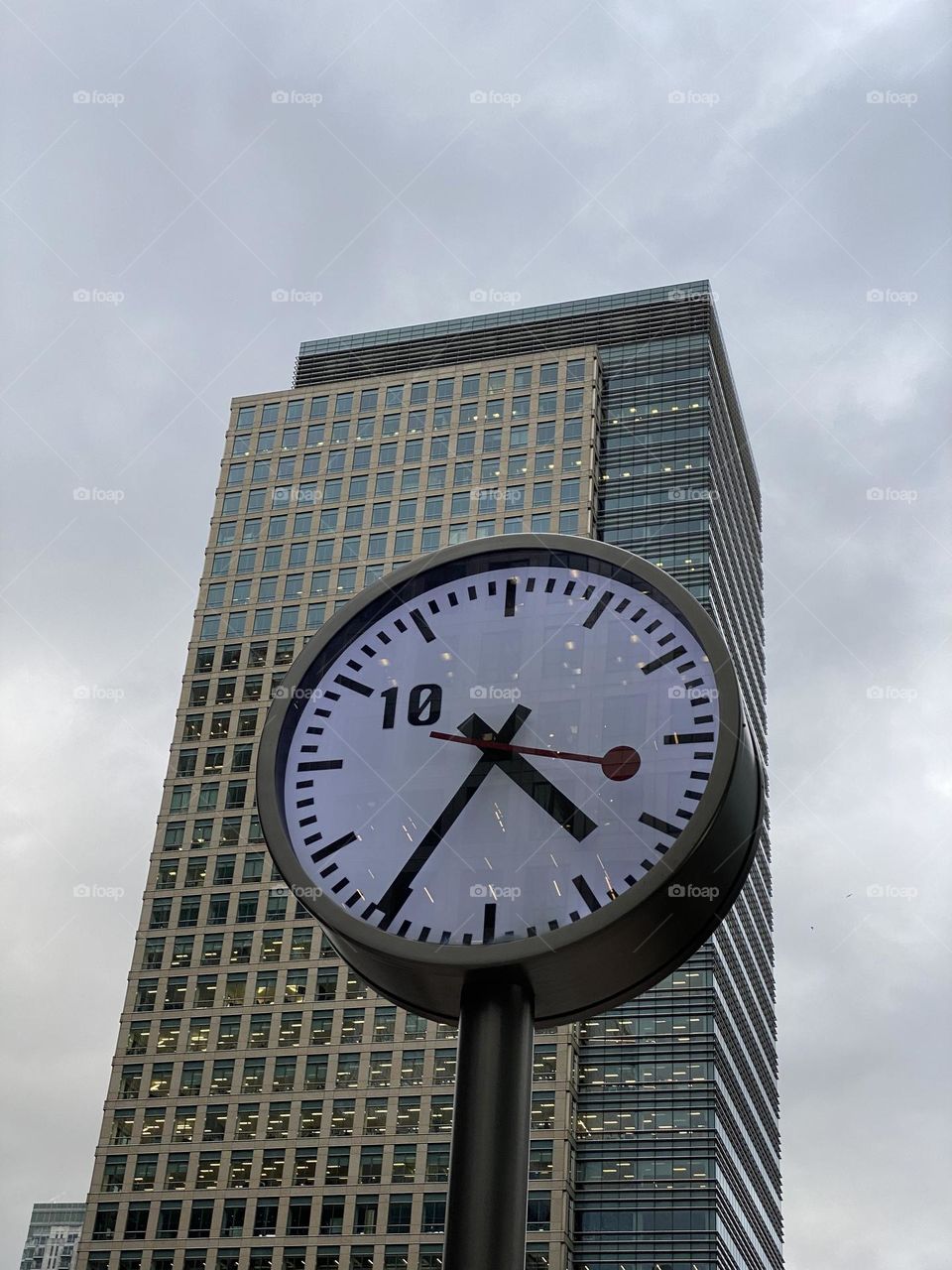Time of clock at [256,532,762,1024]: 4:35
